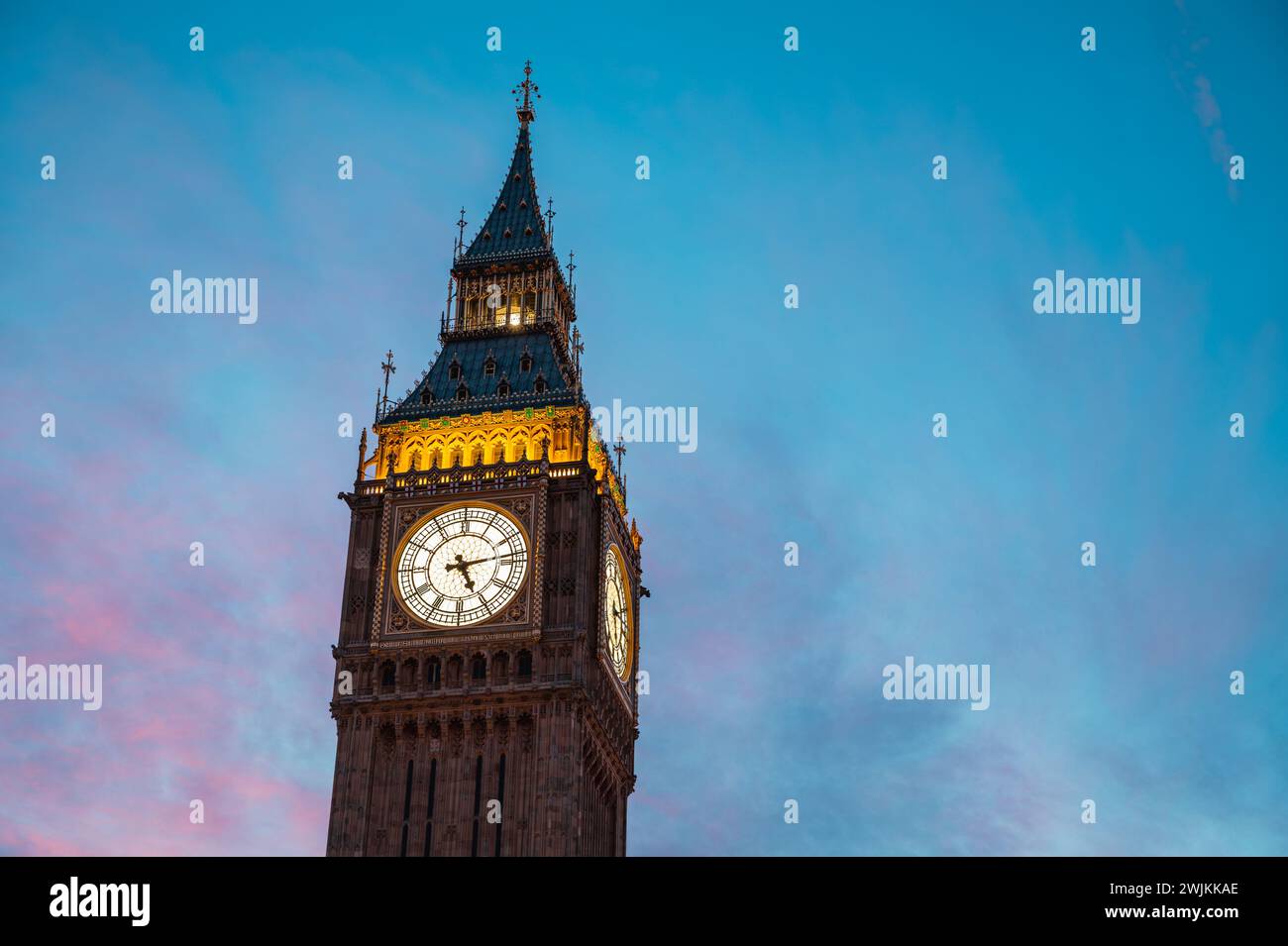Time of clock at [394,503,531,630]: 5:13
